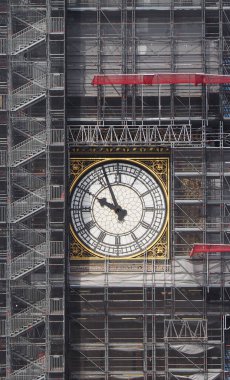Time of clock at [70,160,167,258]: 9:56
